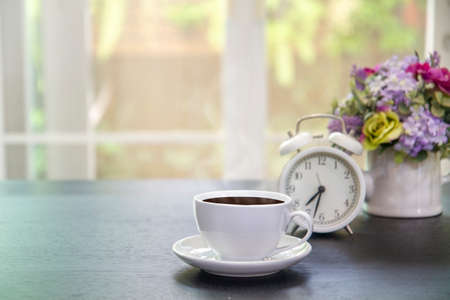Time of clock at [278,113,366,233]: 7:32
